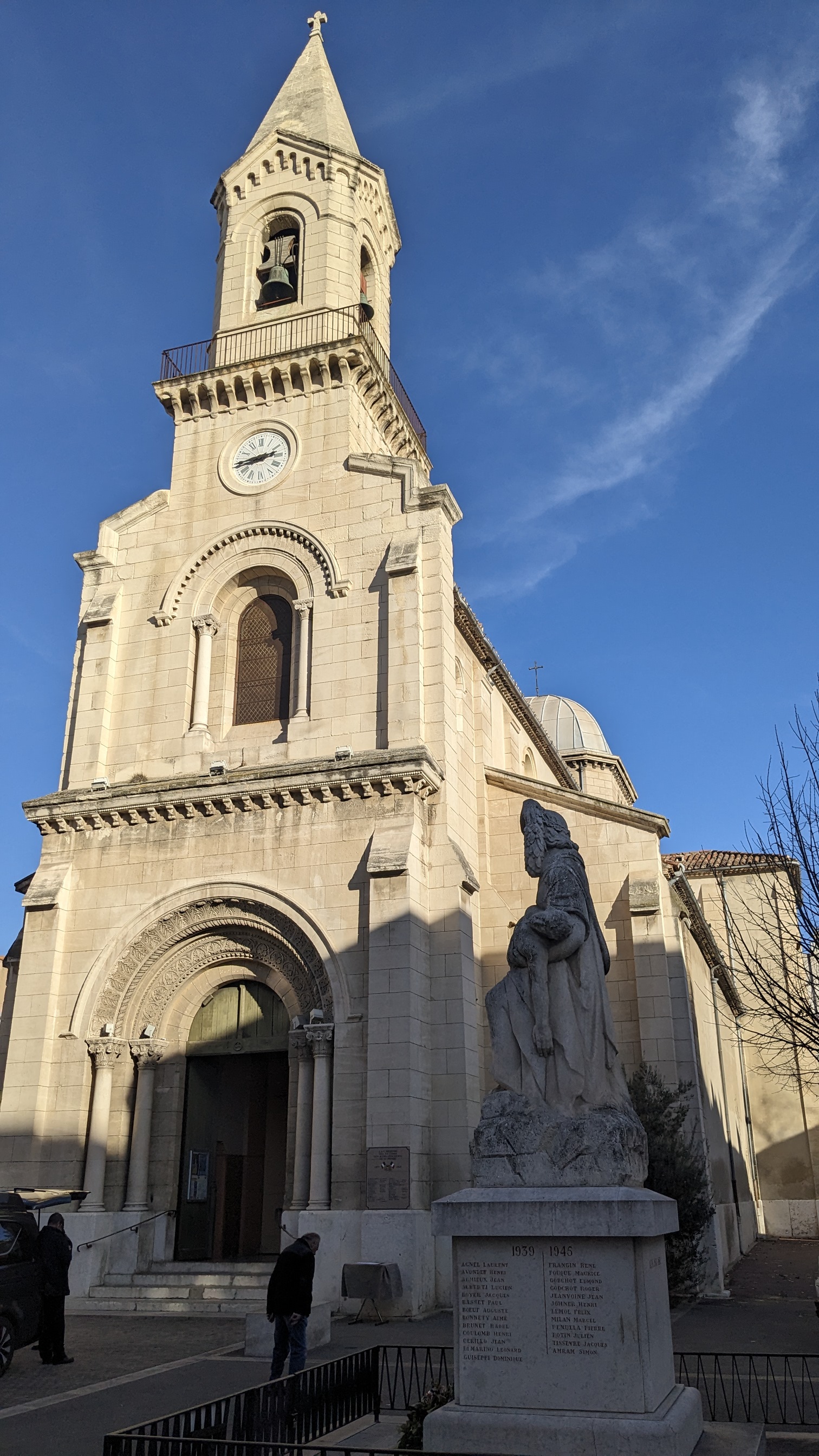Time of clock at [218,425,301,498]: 2:44
